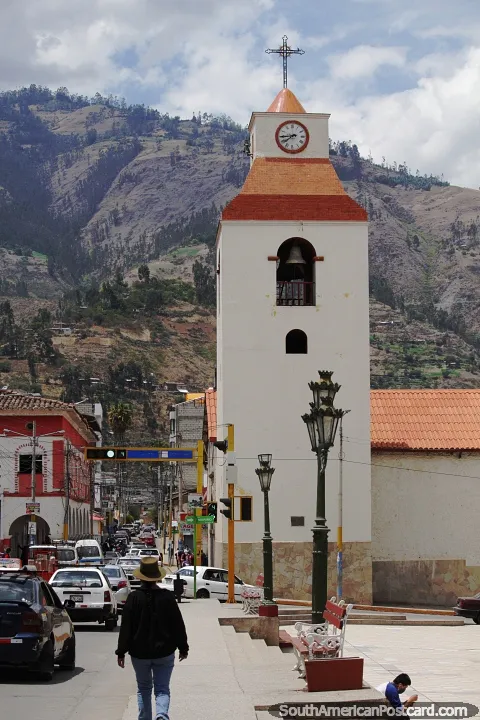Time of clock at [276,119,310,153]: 7:44
